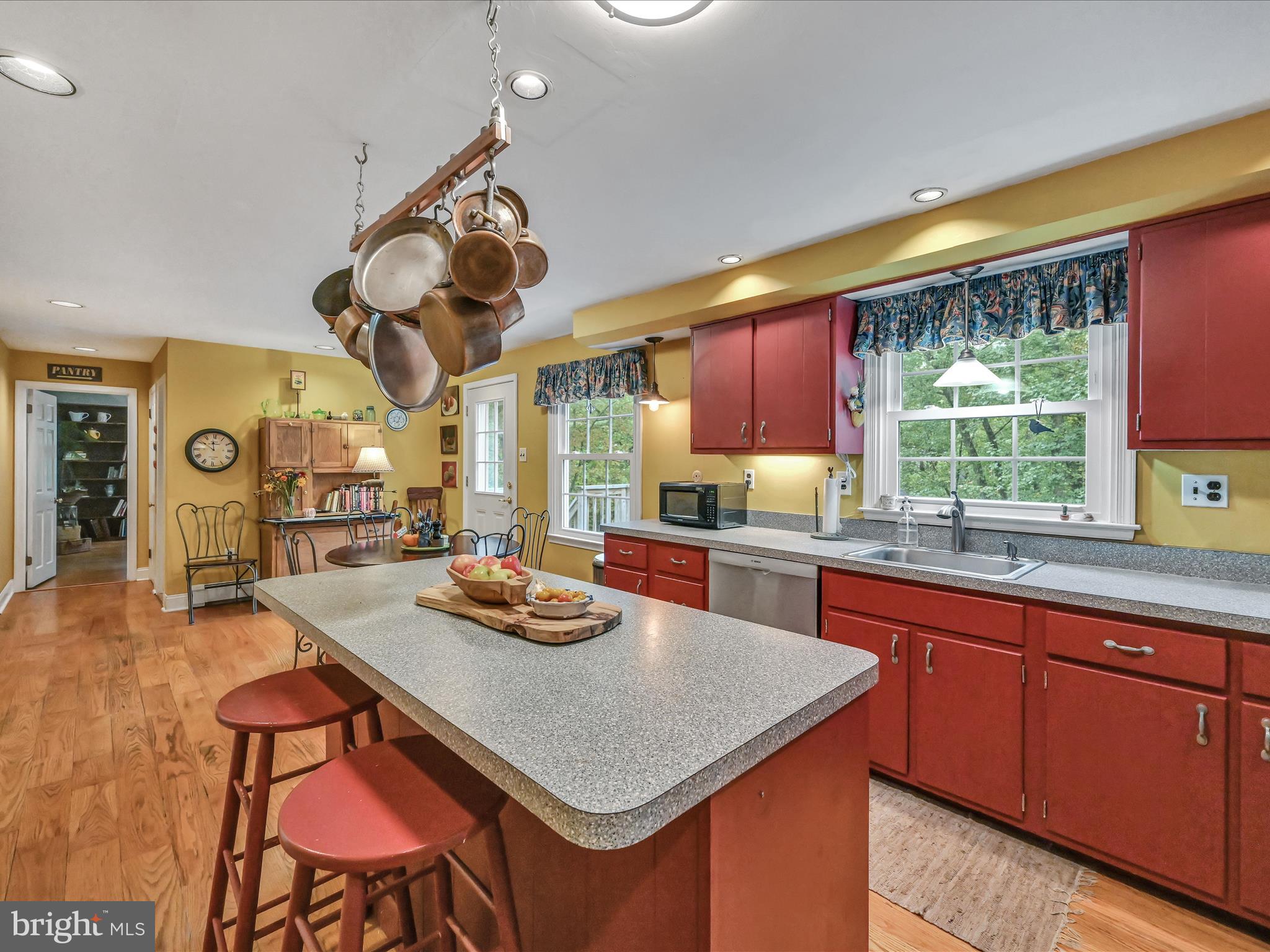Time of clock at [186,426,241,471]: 11:50
